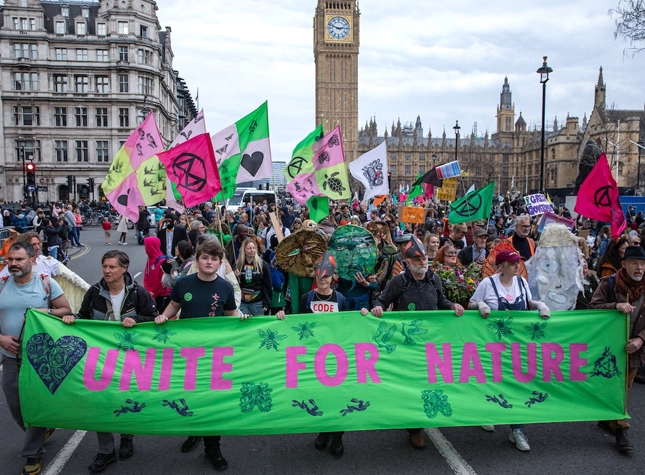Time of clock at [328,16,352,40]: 2:48
